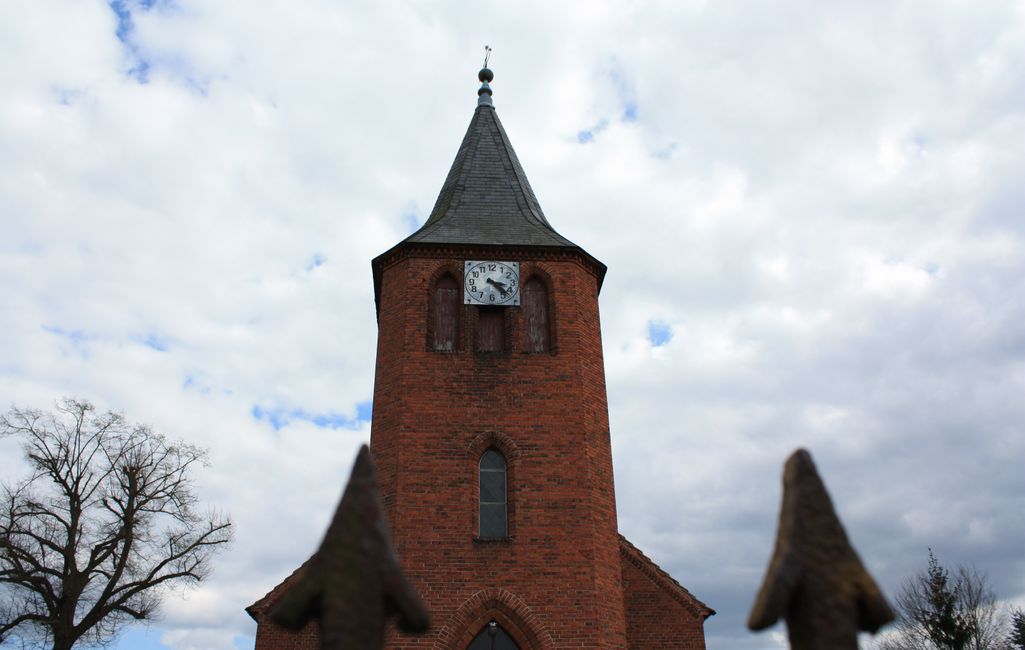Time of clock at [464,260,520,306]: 3:22
